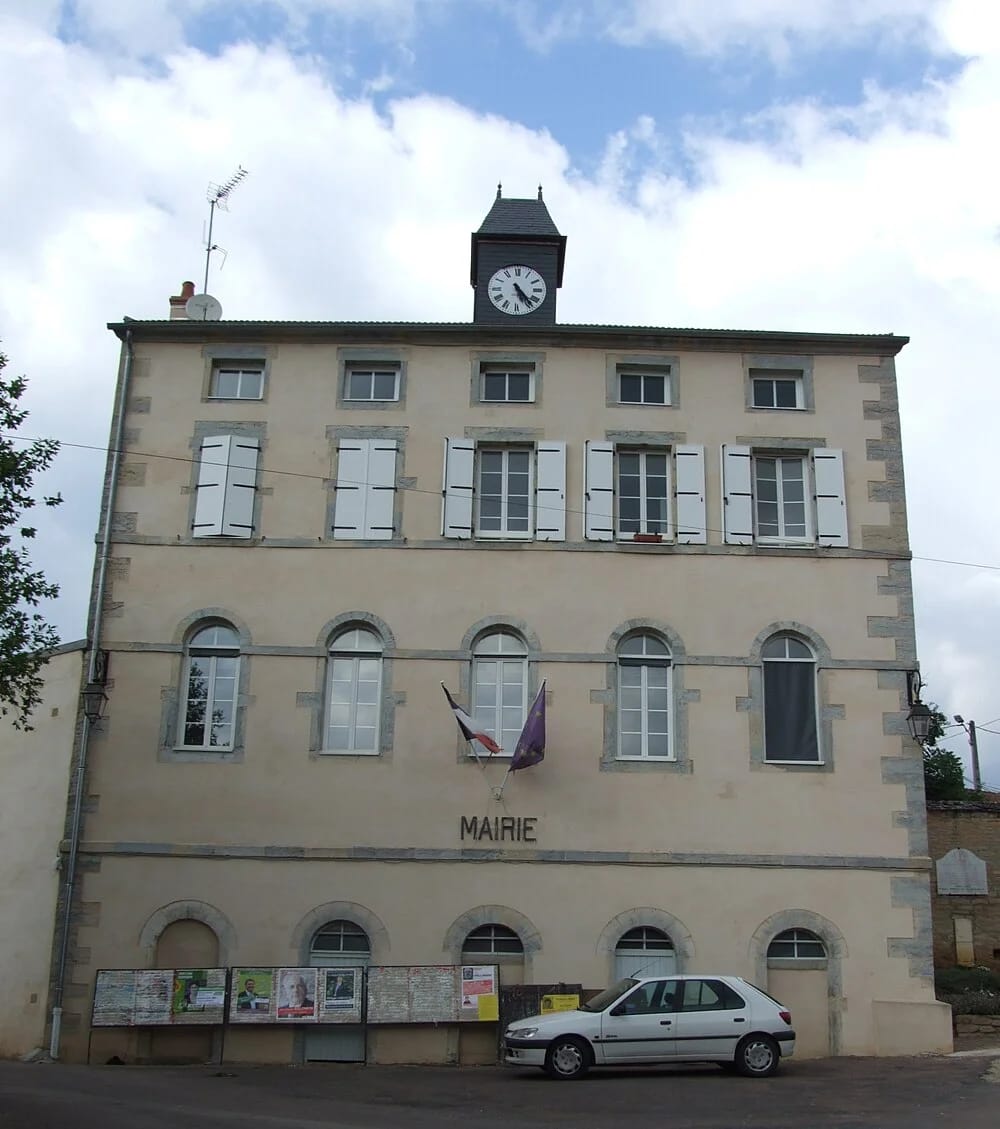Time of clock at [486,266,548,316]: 5:23
